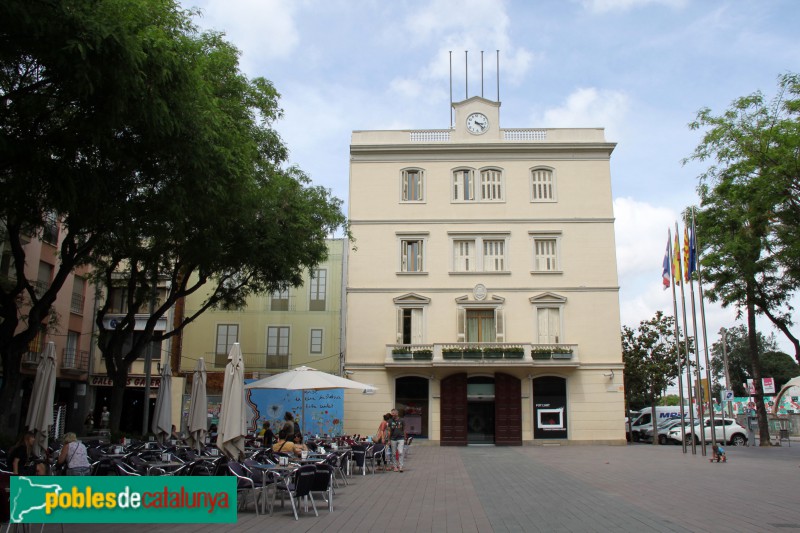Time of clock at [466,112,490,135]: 3:22
